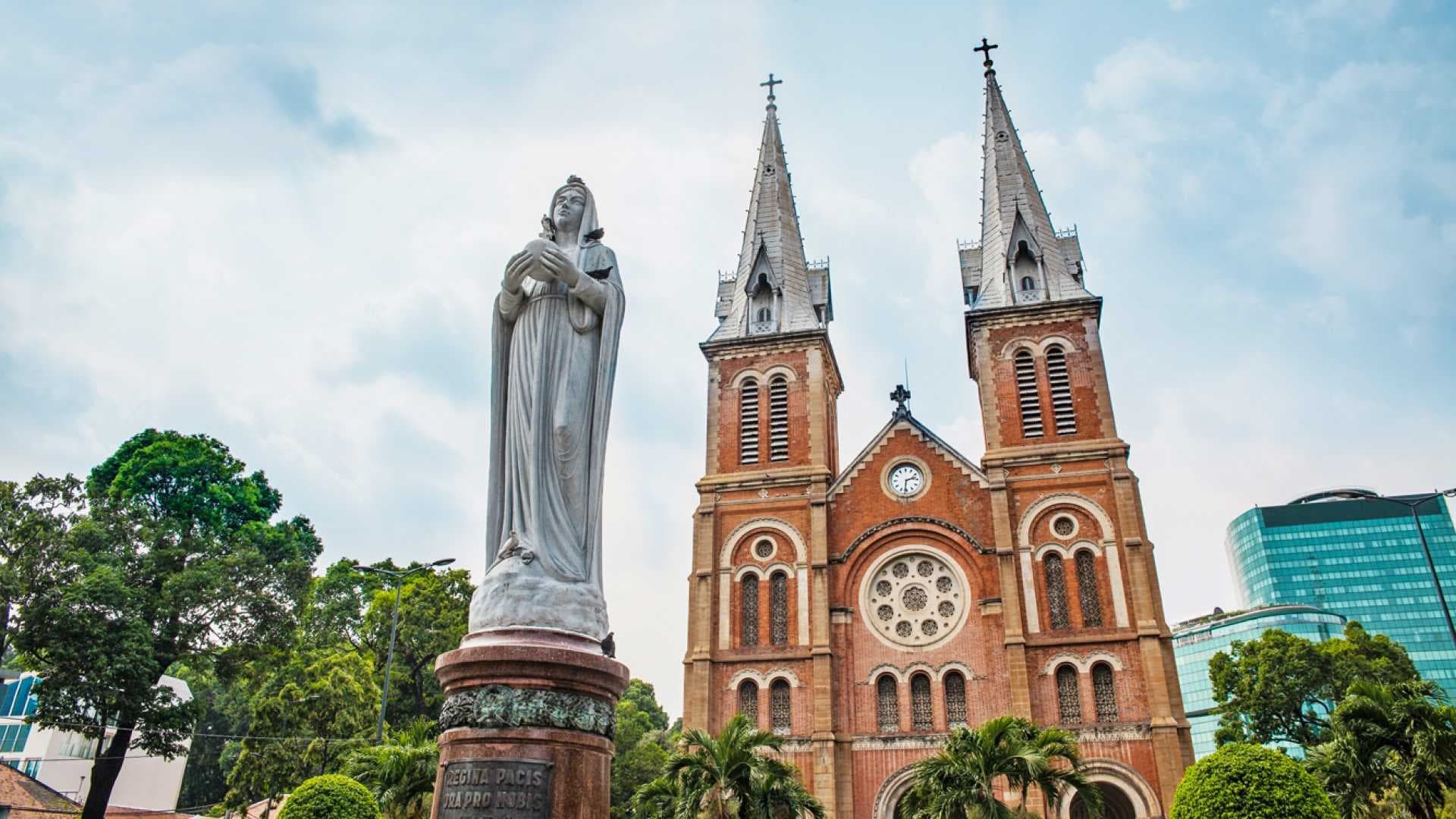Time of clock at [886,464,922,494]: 2:31
